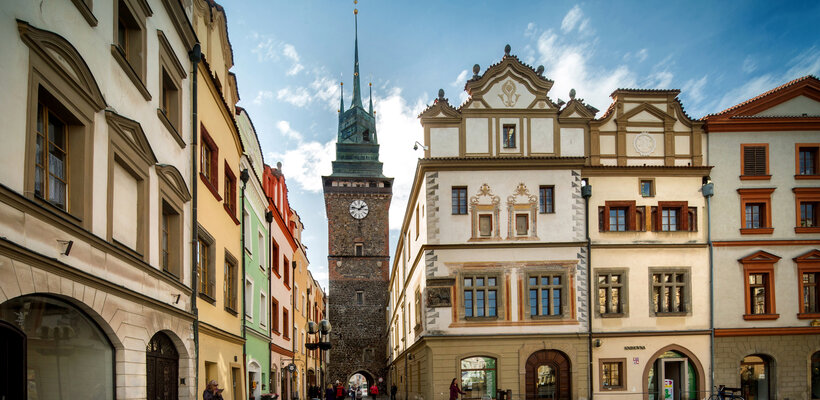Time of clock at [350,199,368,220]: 1:46
